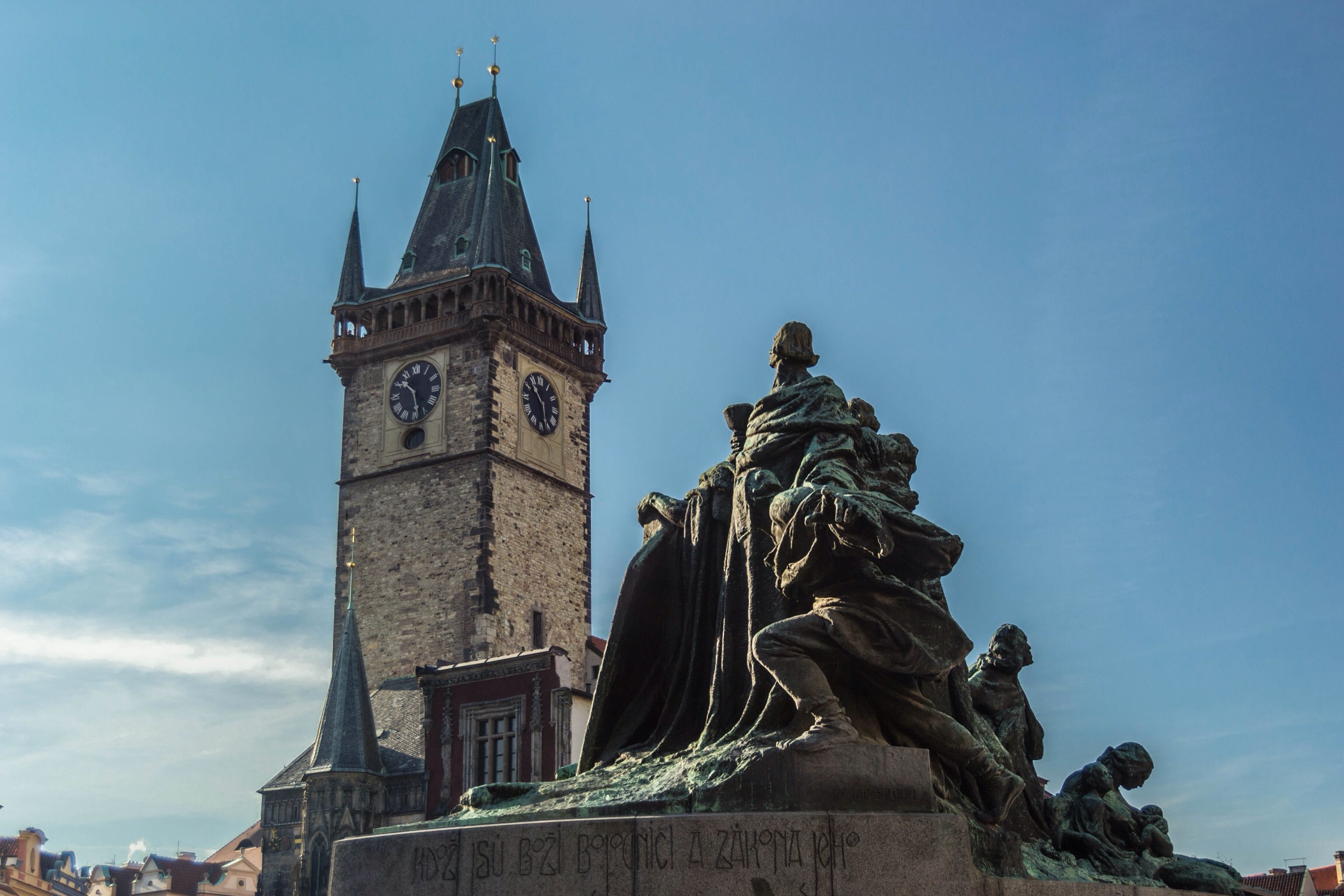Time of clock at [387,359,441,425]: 10:28
